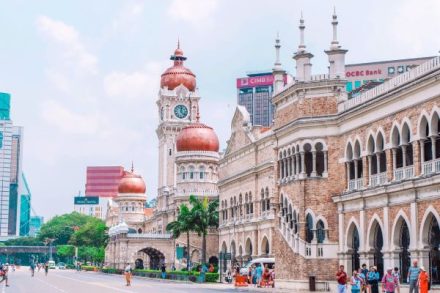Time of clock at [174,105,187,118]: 12:22
